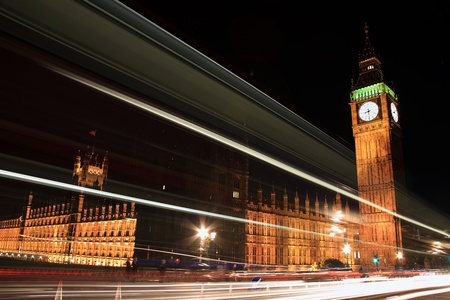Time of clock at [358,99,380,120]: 8:29
